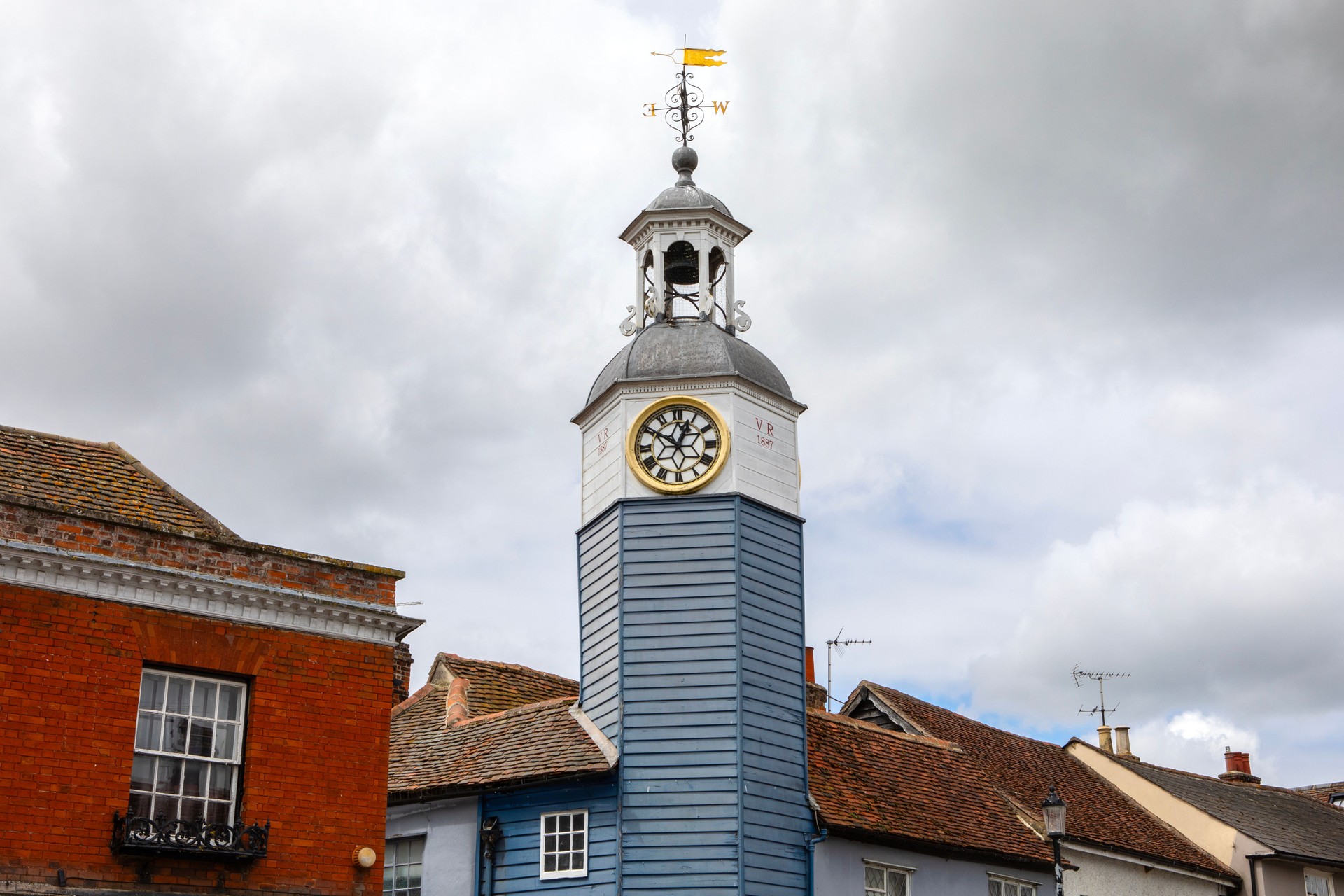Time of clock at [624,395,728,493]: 12:50
